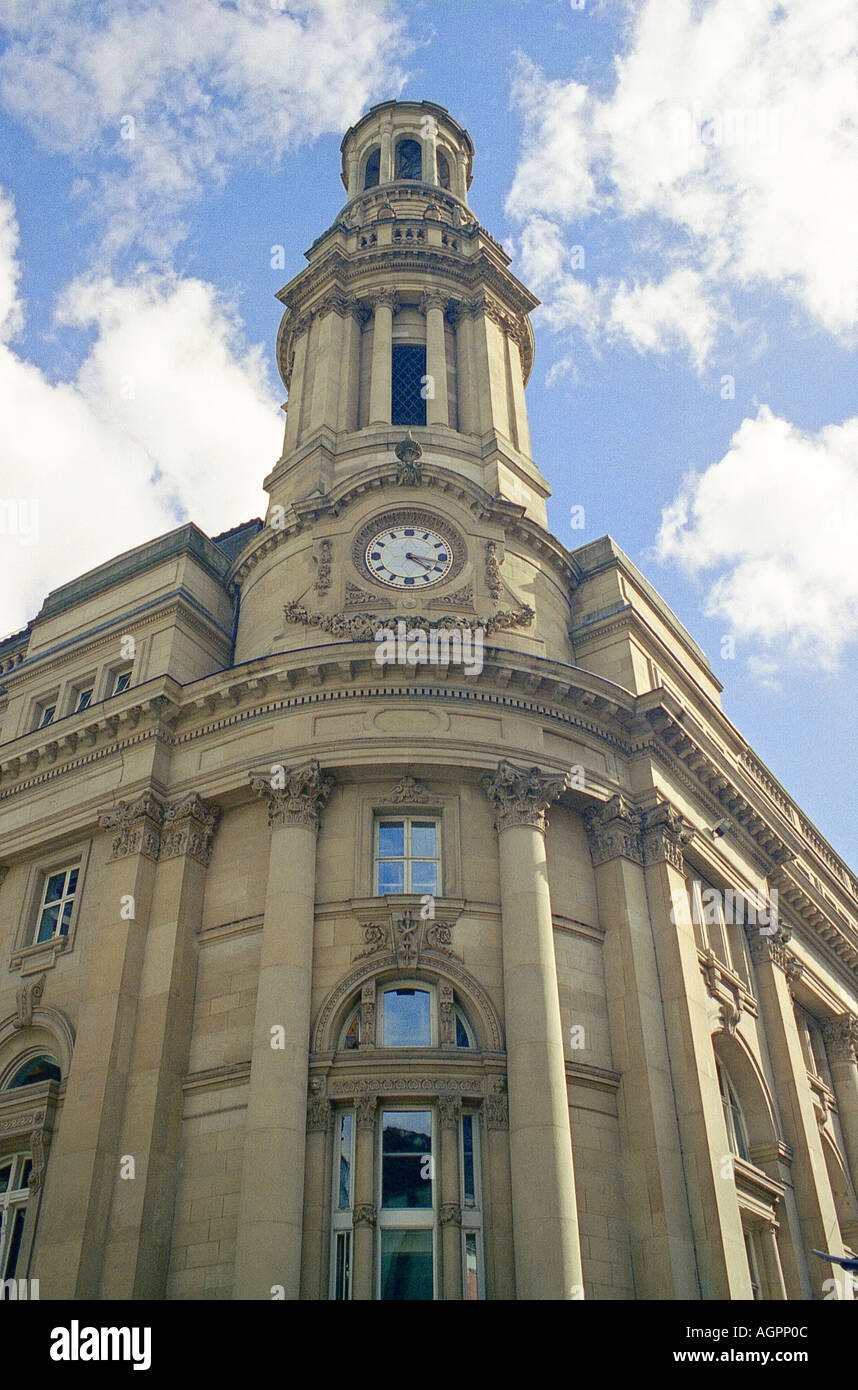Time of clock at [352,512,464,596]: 4:17
